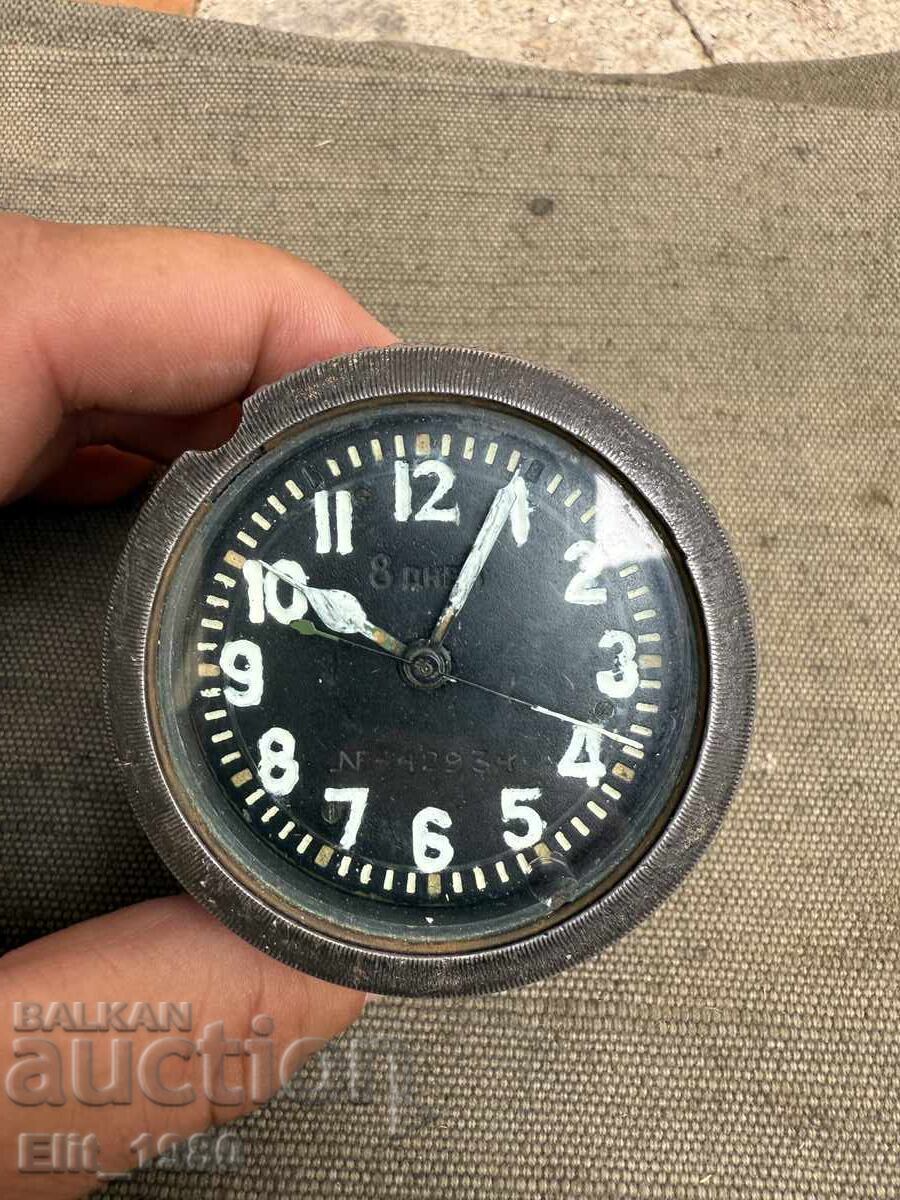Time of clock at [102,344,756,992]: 10:04
